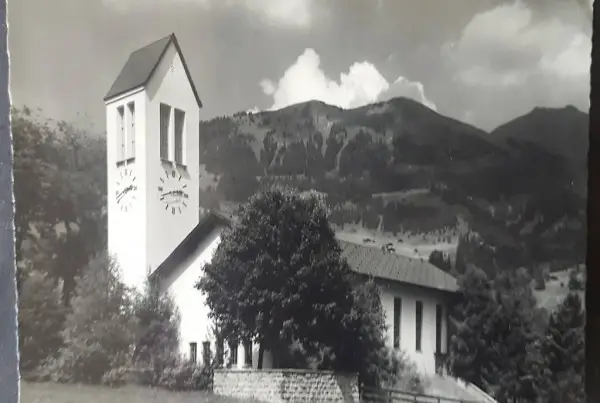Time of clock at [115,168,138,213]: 2:42
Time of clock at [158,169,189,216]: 2:41
